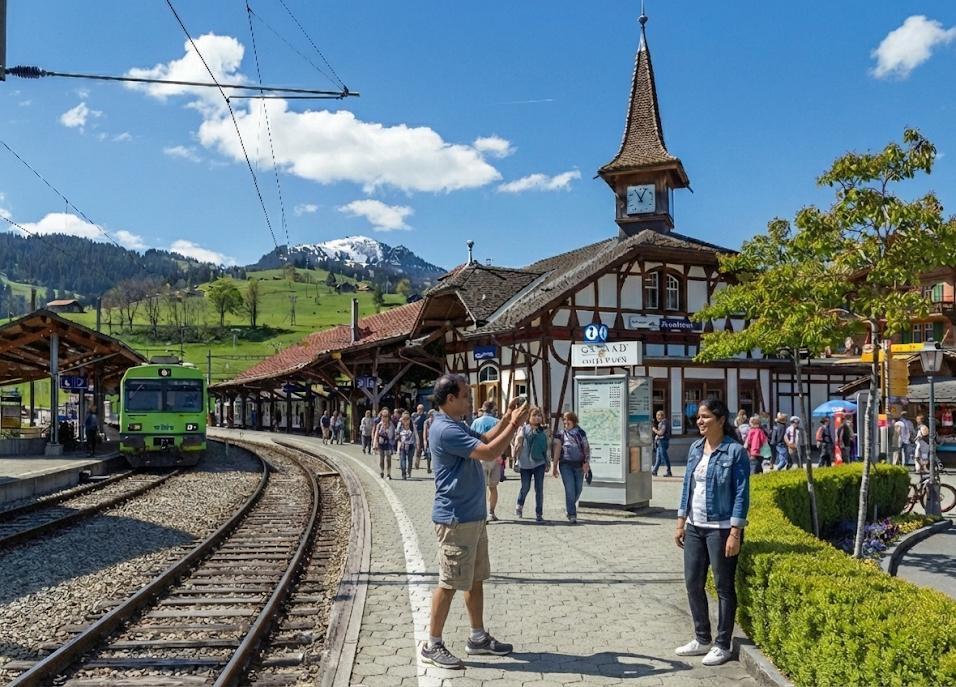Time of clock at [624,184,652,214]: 11:04
